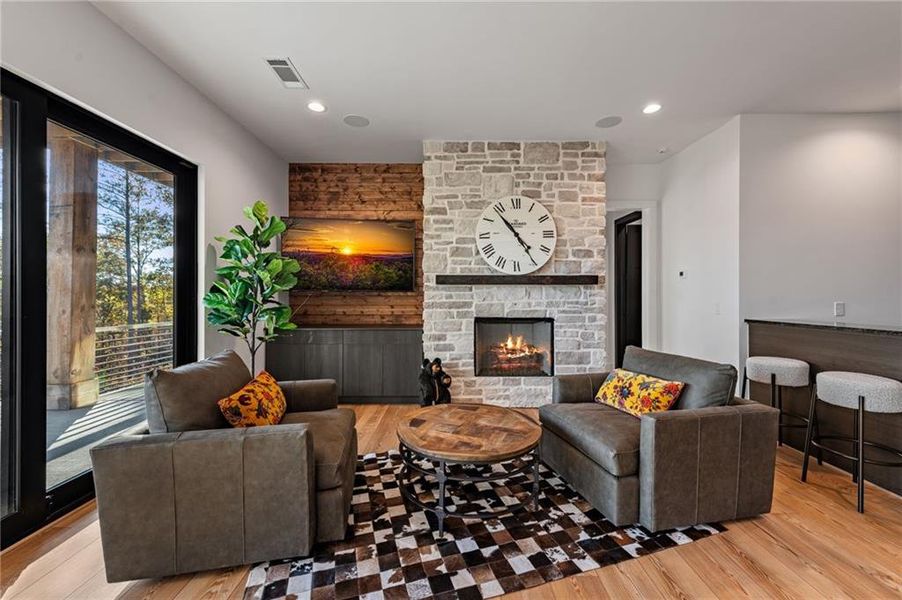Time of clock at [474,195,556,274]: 4:53
